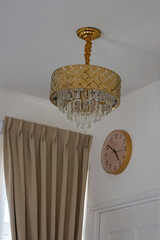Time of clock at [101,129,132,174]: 4:50
